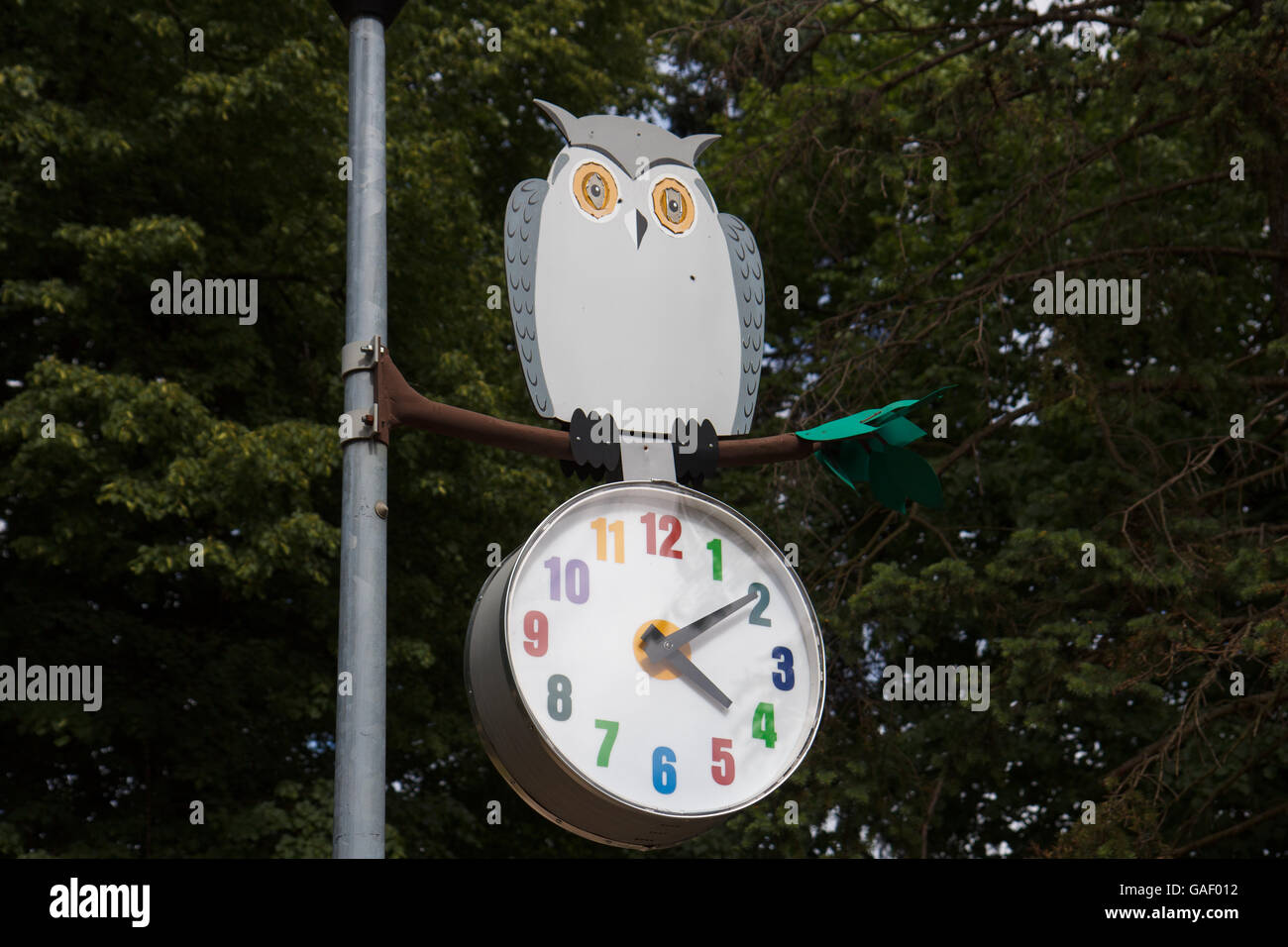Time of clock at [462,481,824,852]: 4:09
